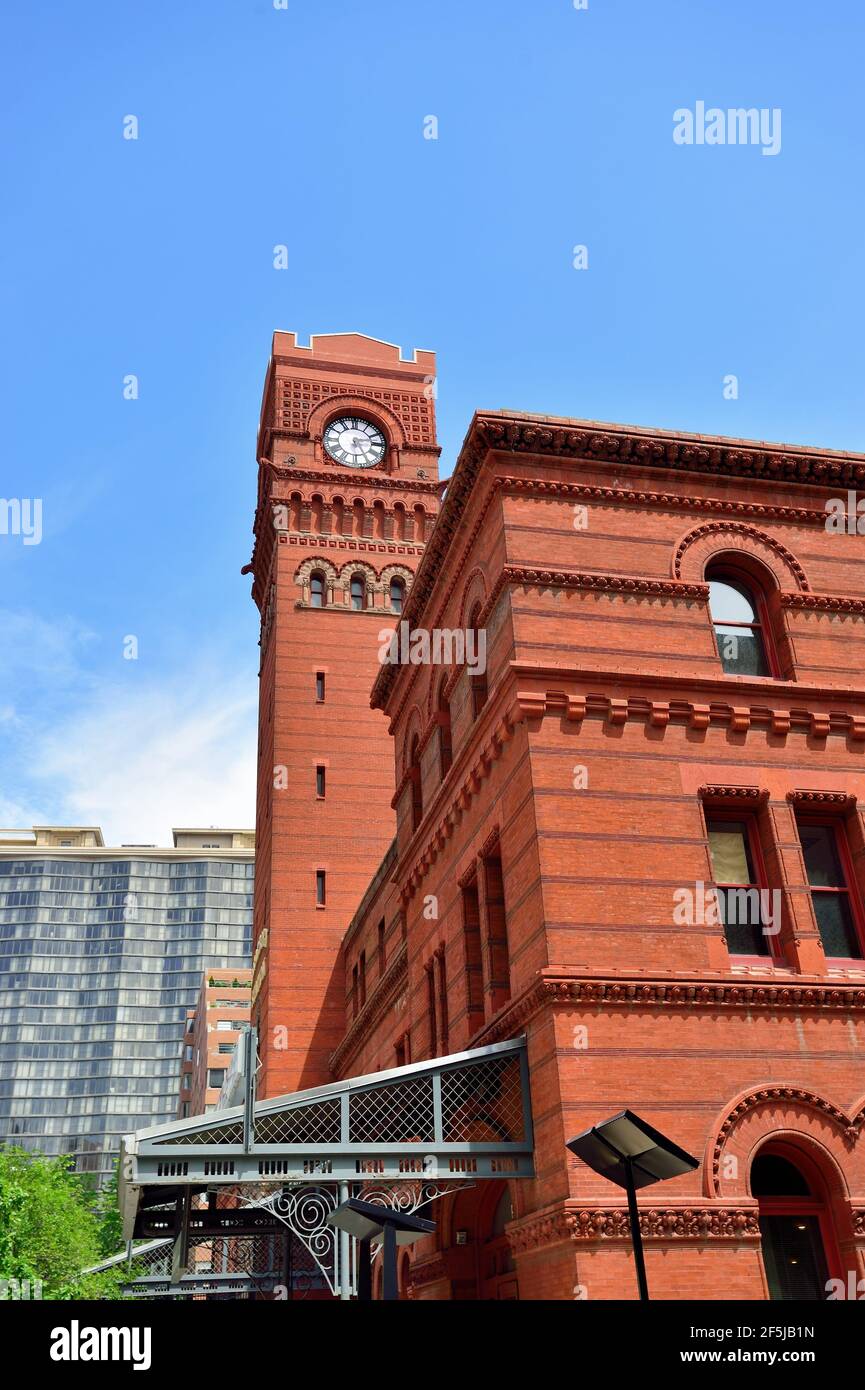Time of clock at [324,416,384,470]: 2:25
